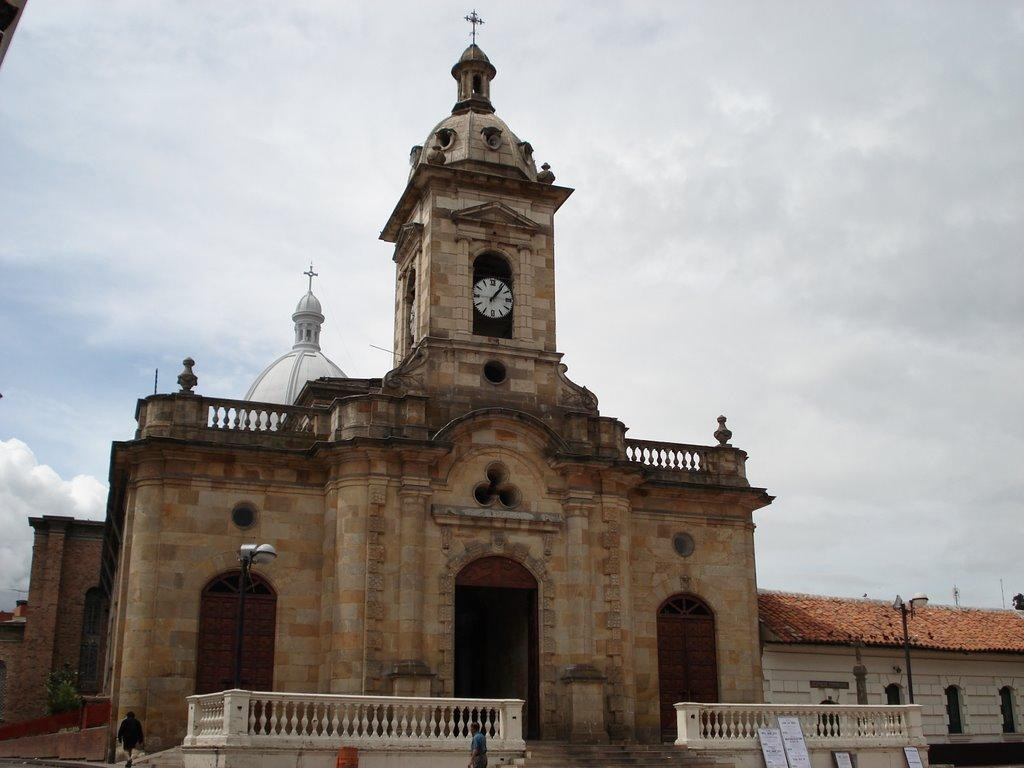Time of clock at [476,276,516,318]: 1:06
